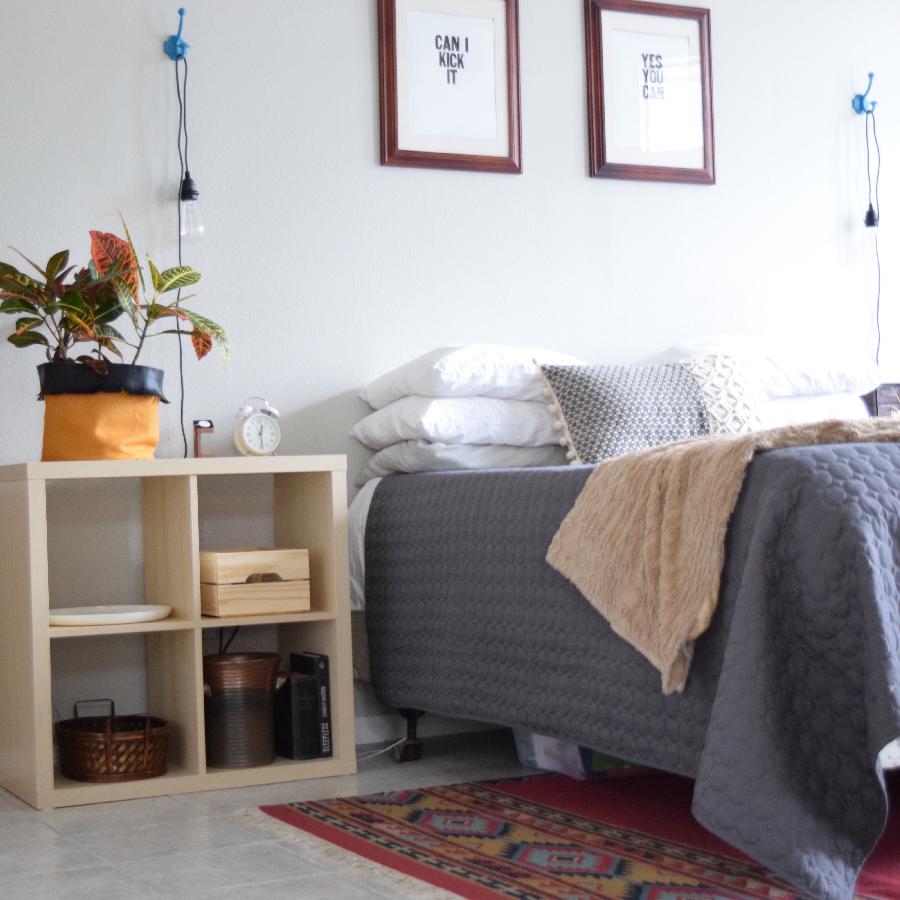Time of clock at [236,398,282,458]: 12:28
